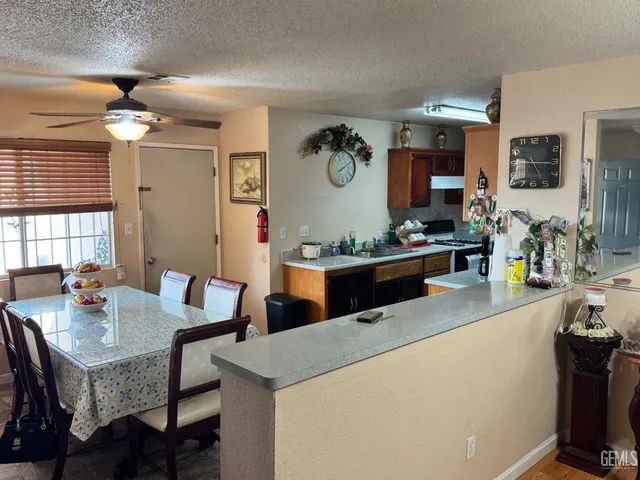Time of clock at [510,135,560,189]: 5:15
